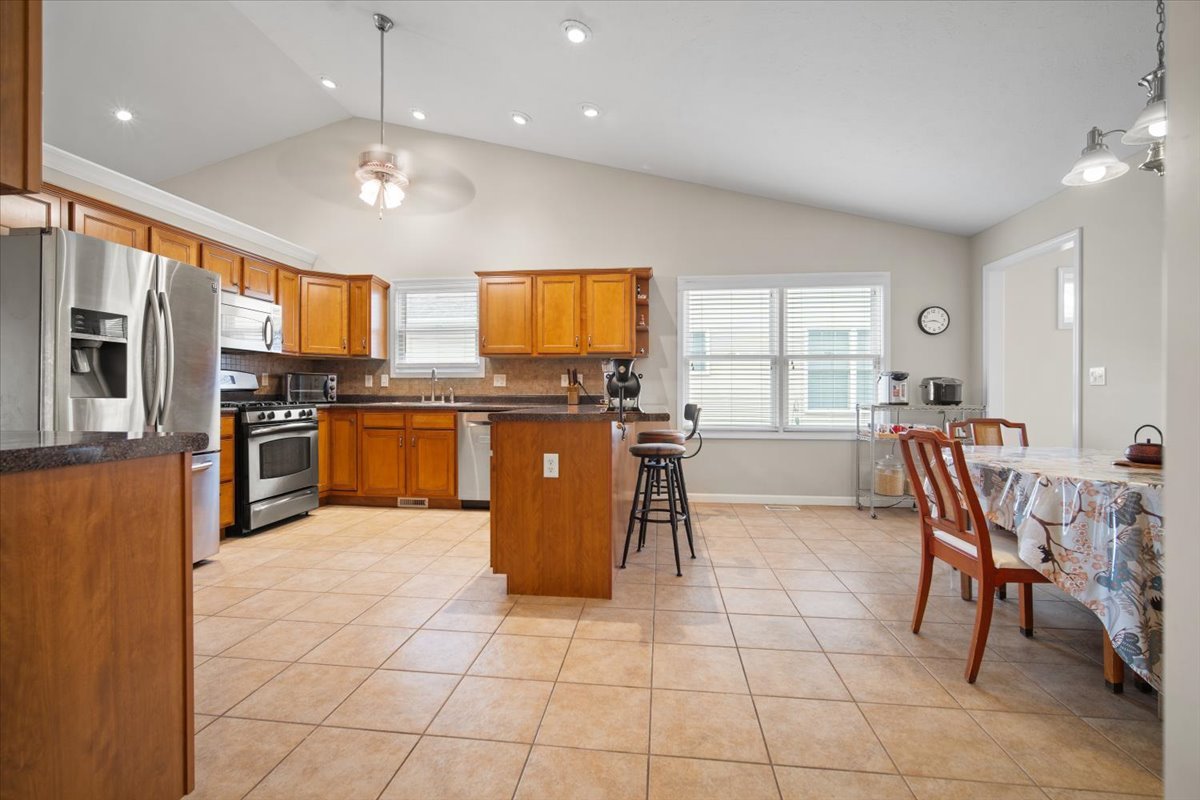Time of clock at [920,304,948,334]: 3:44
